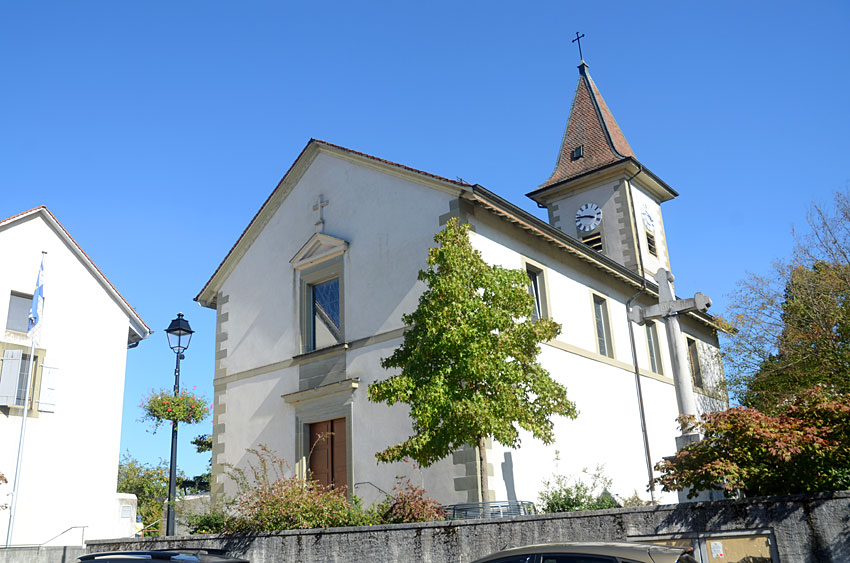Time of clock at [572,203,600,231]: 3:47
